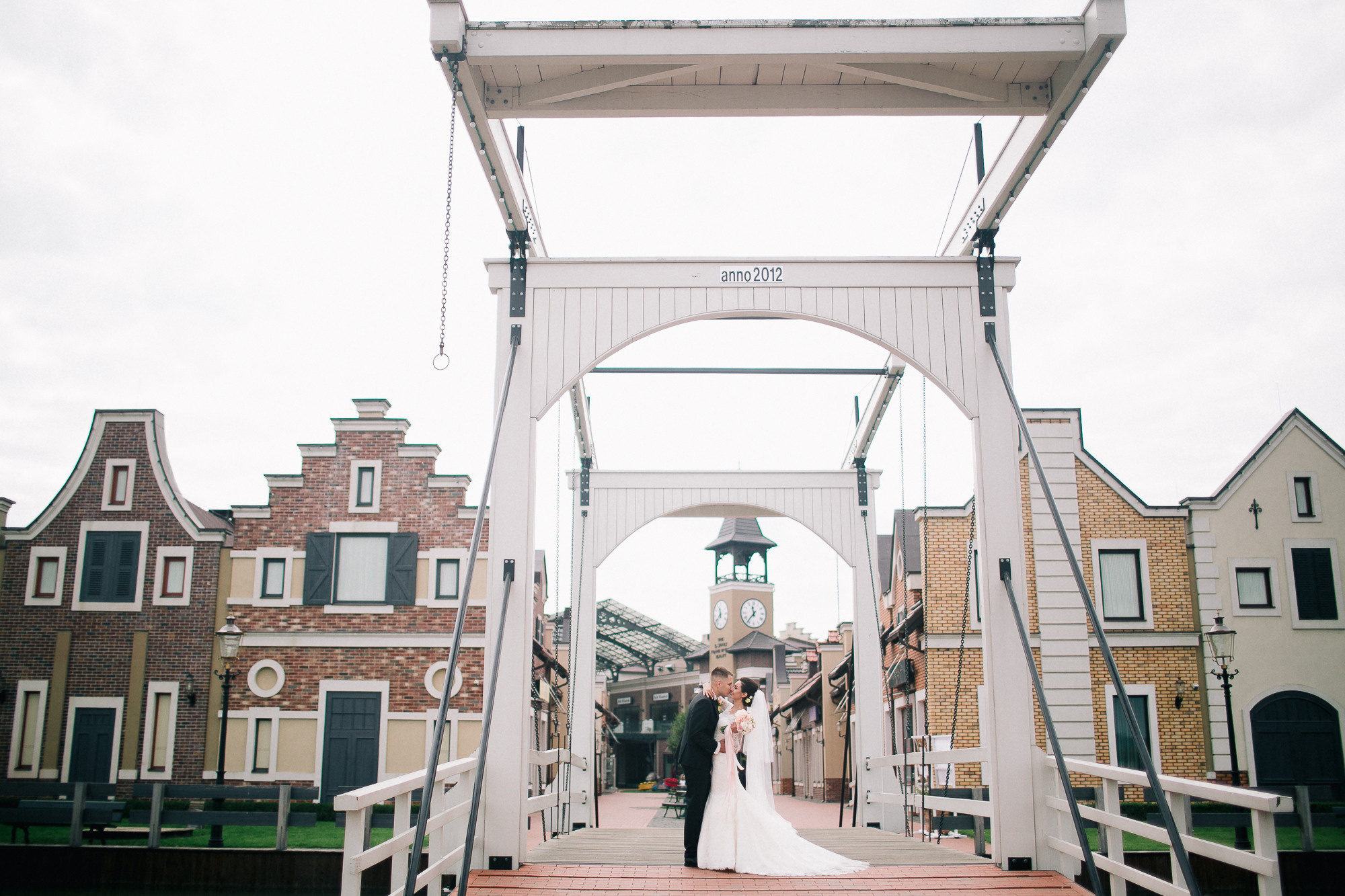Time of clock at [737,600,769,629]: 11:36
